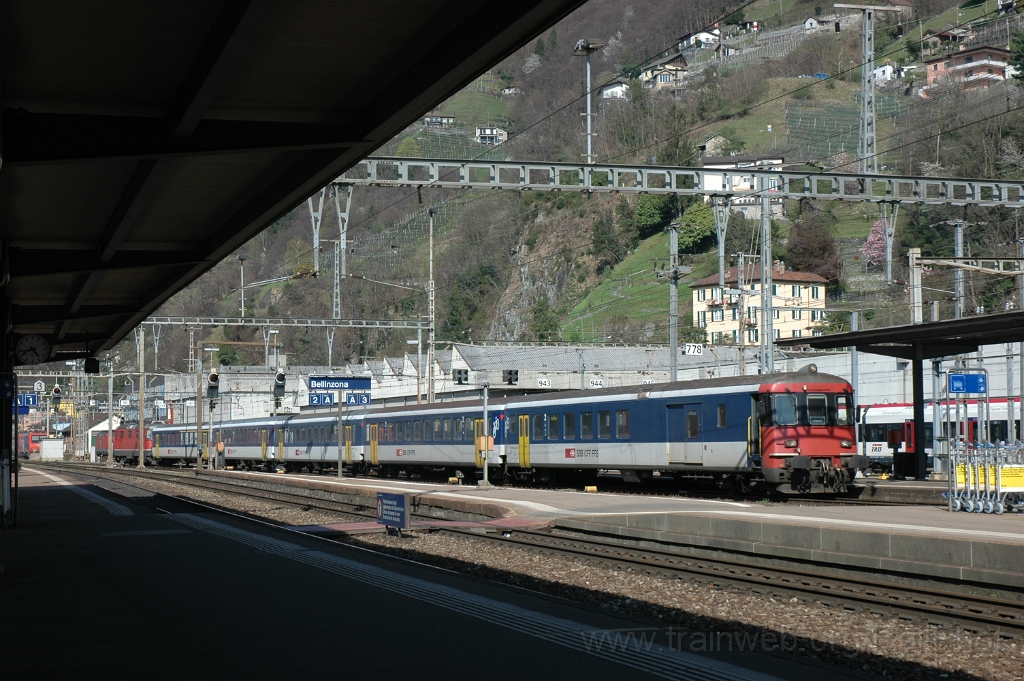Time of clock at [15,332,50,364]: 4:42
